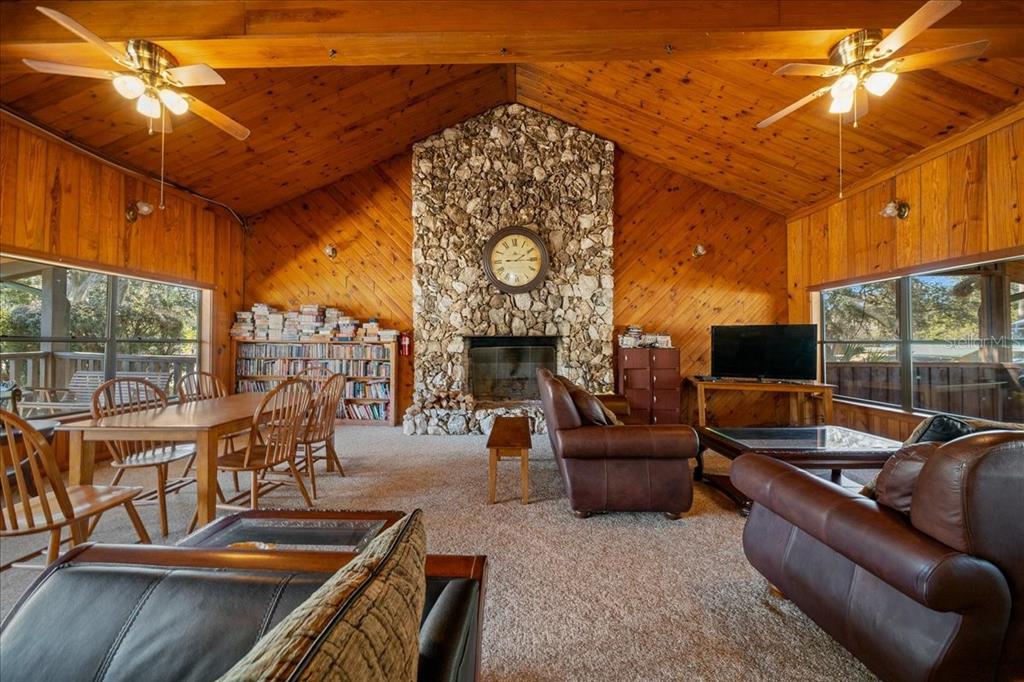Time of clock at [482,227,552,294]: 2:15
